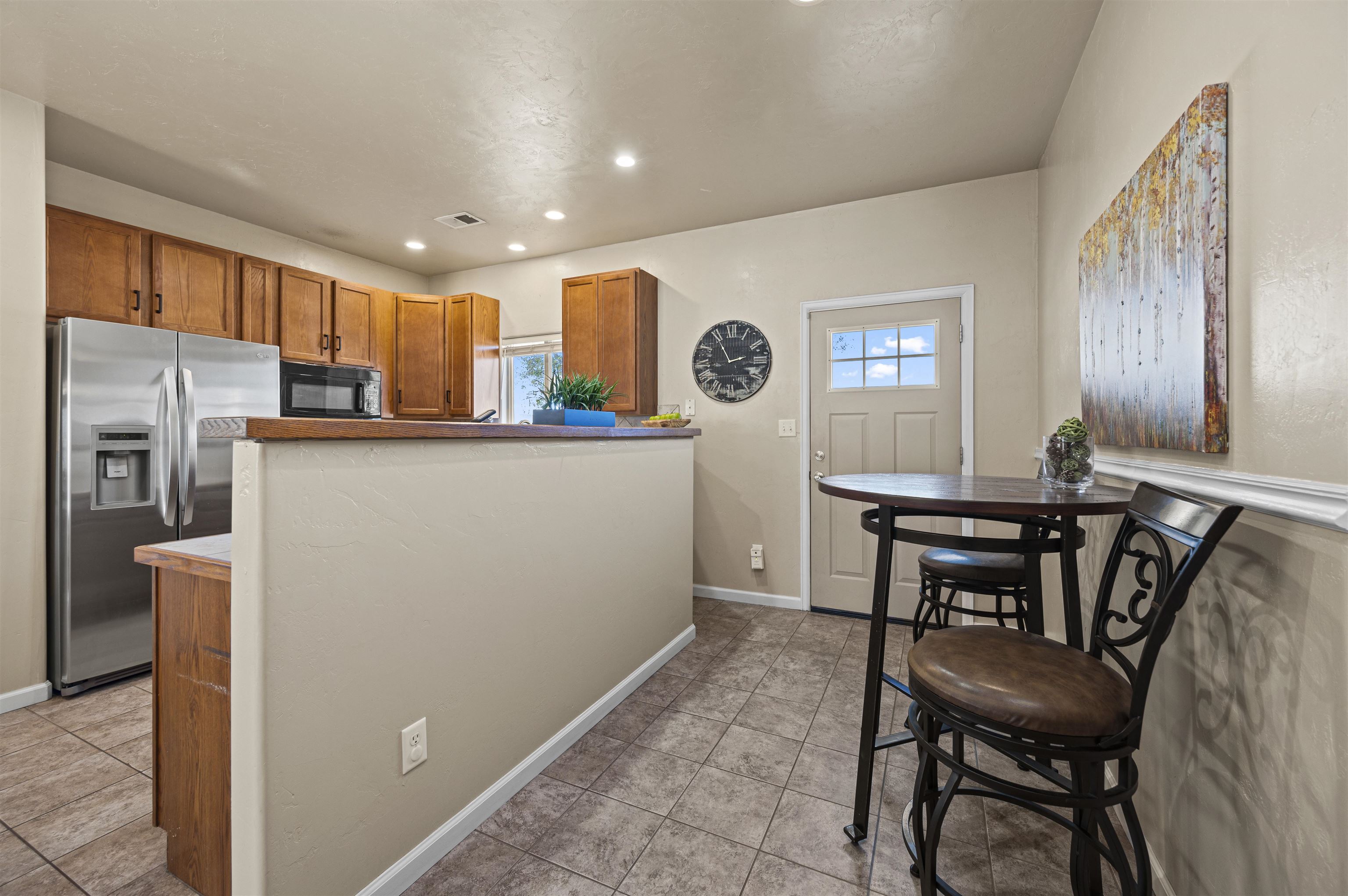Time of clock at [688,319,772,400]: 2:54
